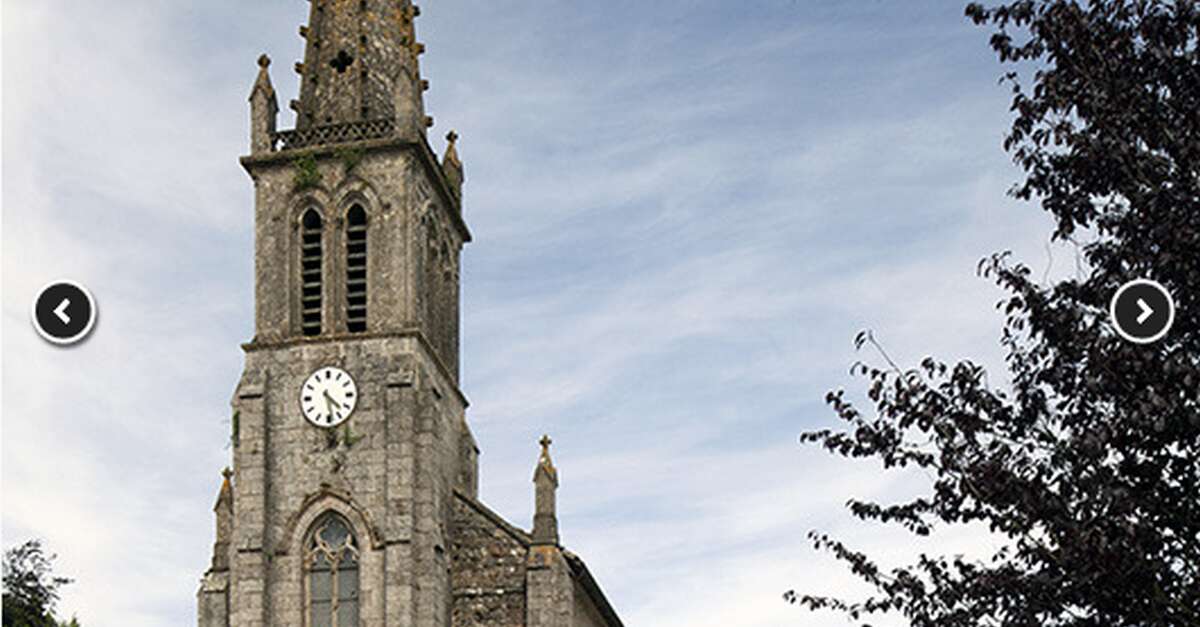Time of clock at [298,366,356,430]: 4:28
